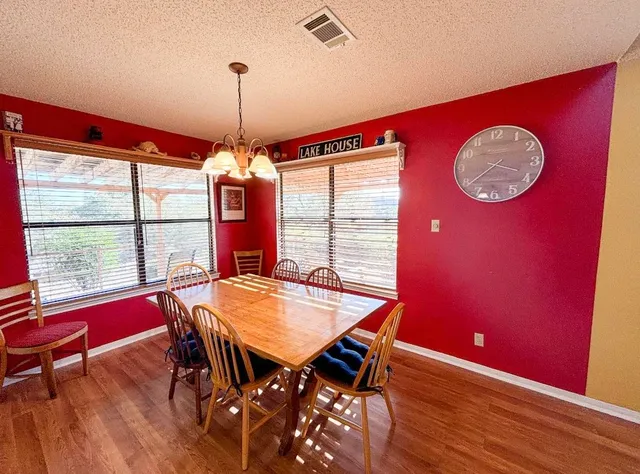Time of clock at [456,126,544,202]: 3:39
